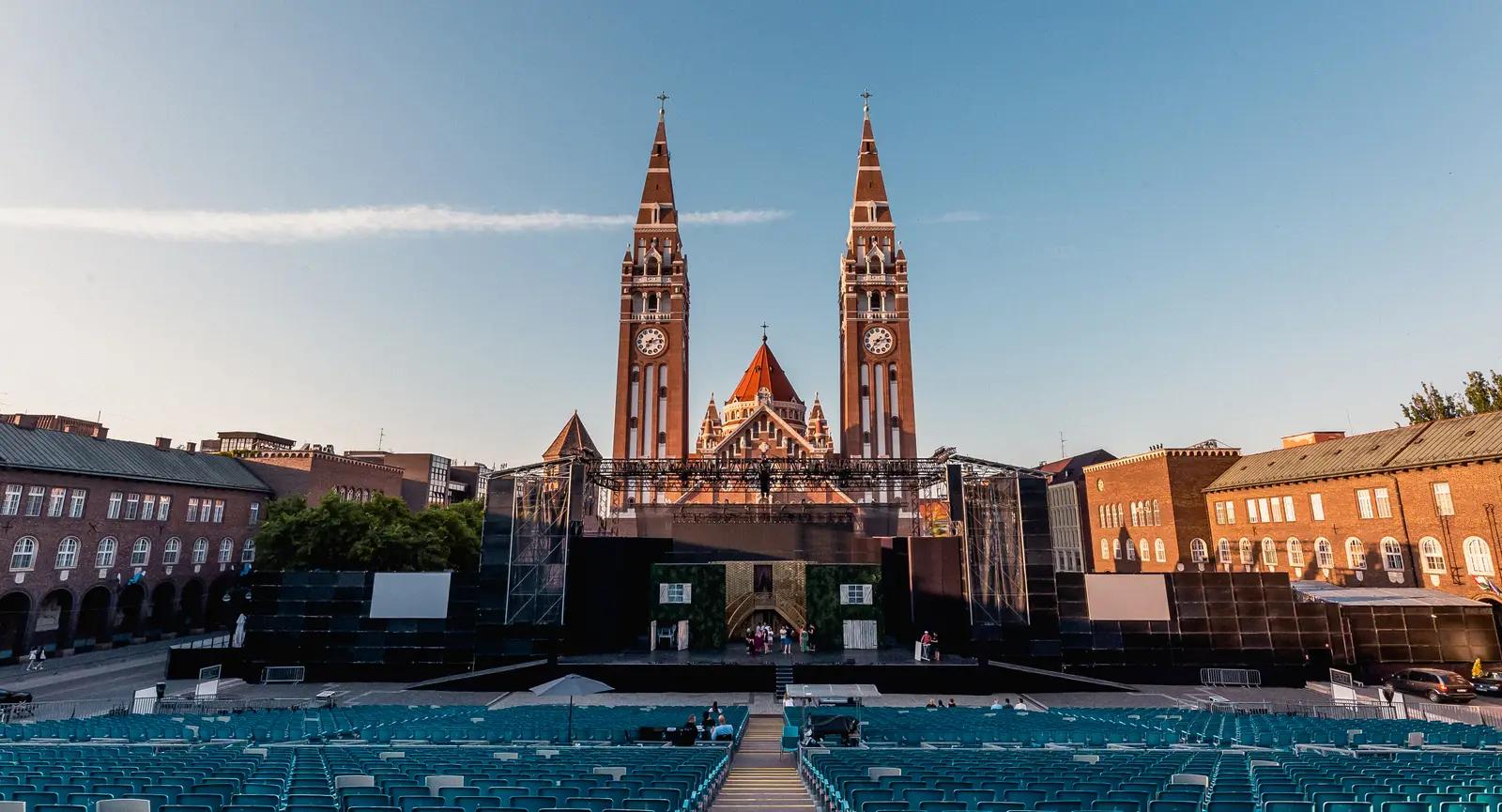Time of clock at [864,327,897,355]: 7:12
